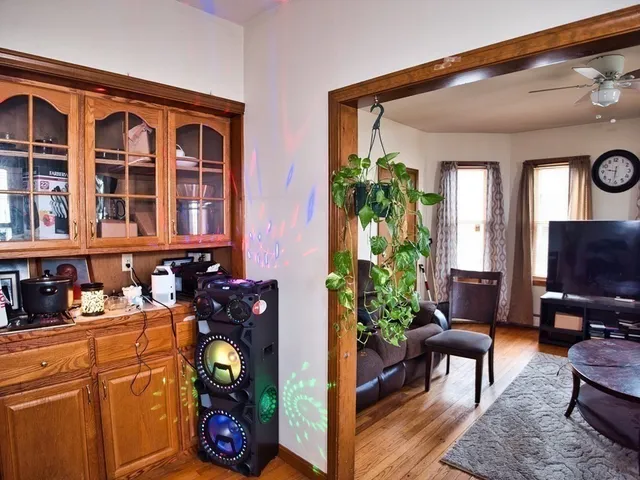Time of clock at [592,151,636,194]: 9:31
